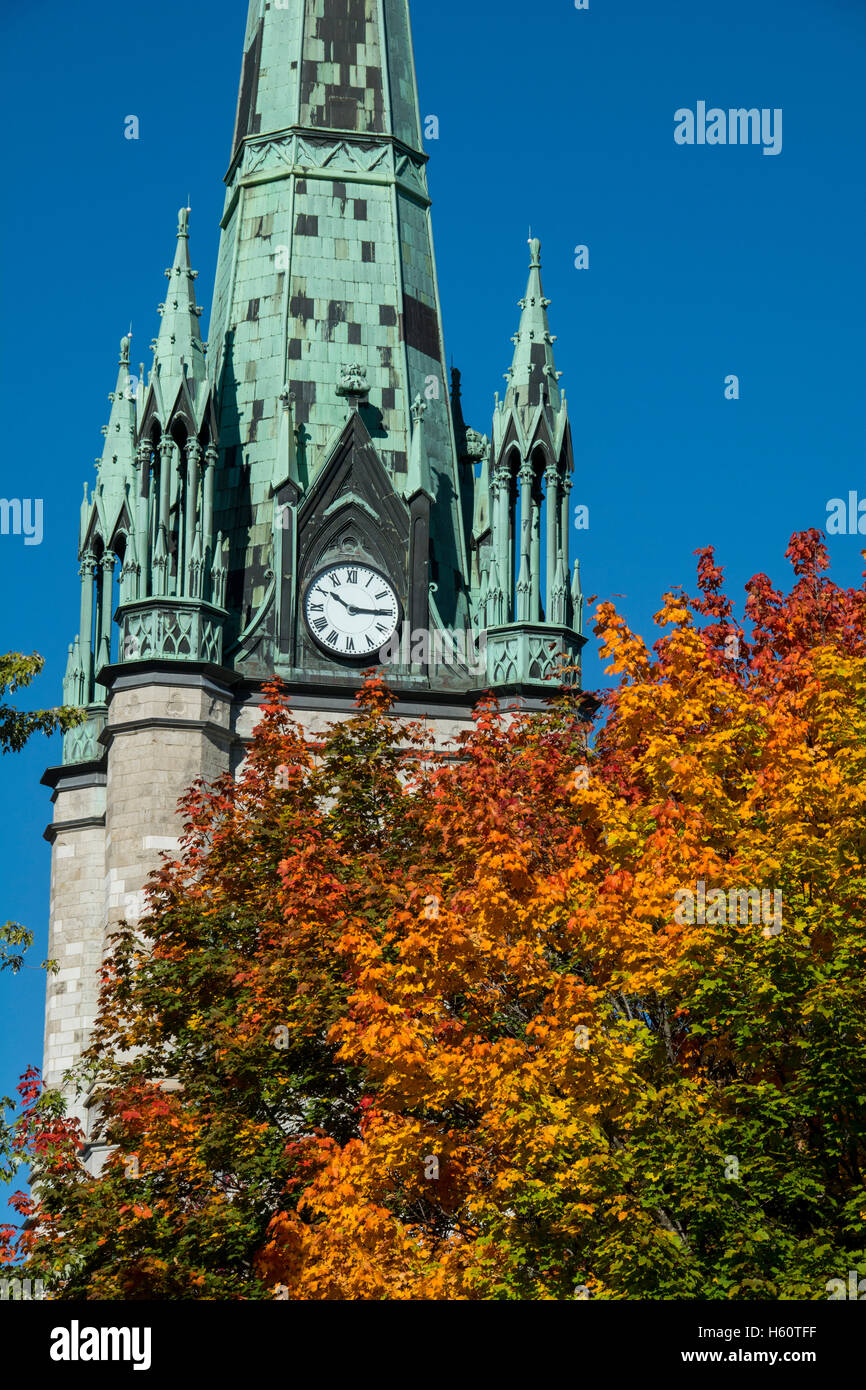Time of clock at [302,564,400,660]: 10:15
